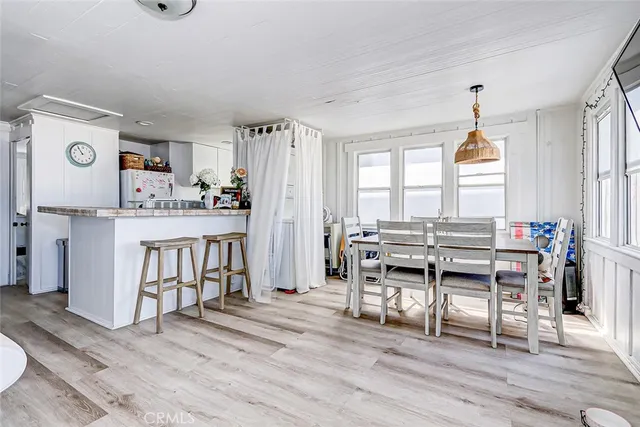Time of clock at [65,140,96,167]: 10:55
